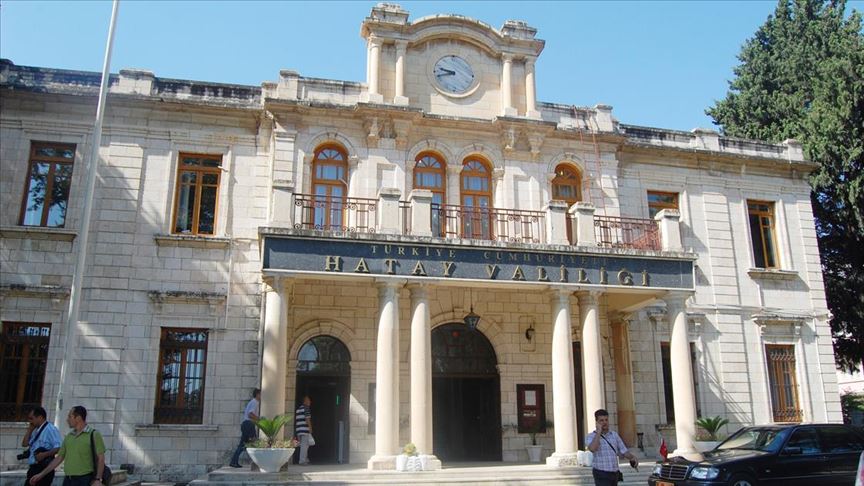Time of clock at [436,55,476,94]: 9:42
